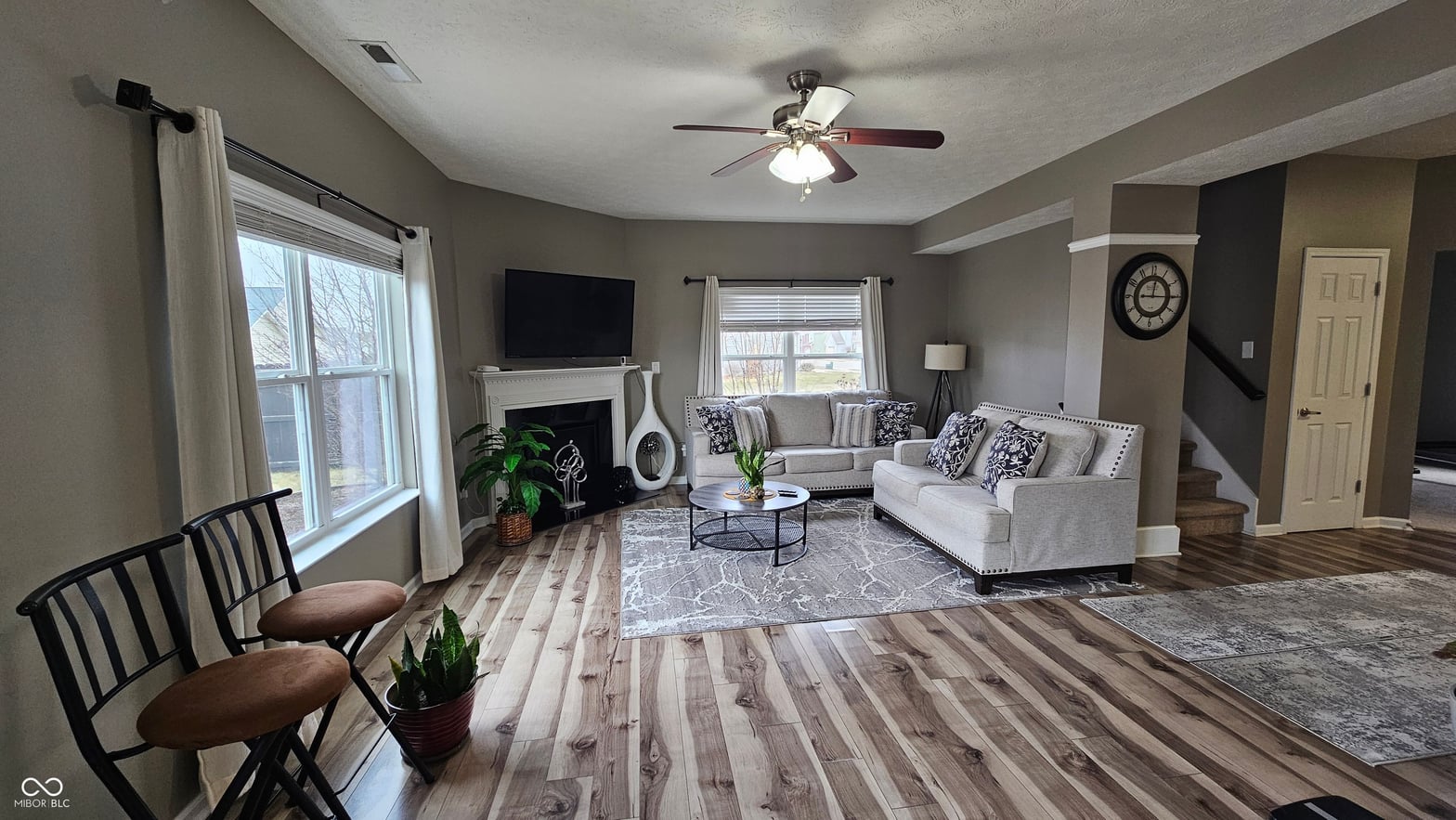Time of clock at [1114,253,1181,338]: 12:15
